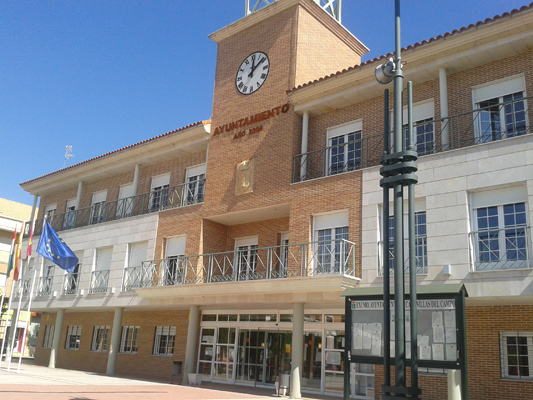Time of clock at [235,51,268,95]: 12:08
